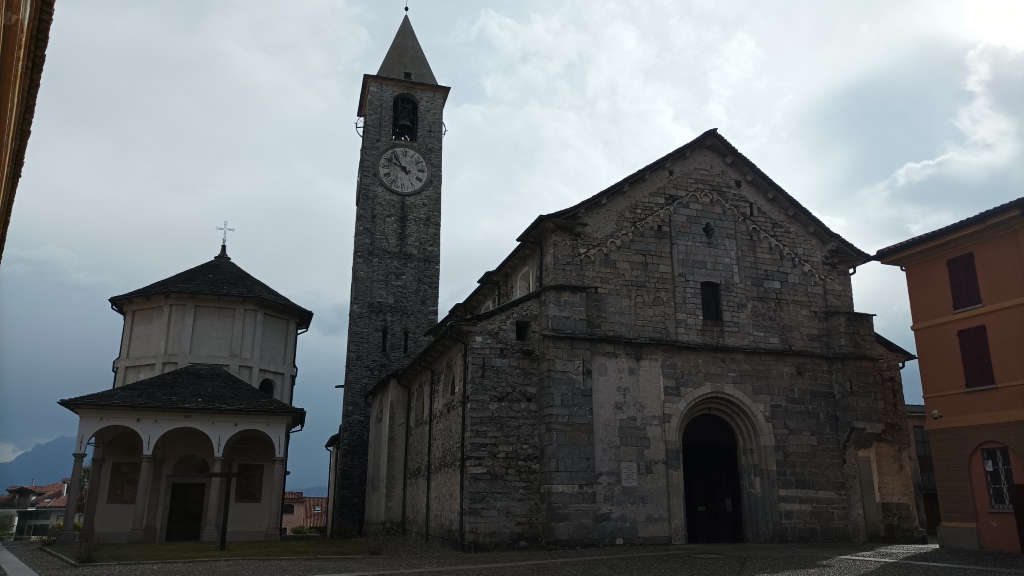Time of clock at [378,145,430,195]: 10:49
